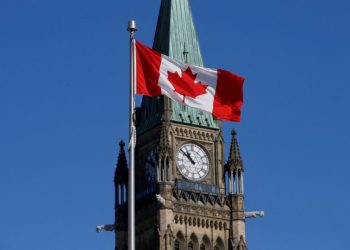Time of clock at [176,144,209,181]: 10:51
